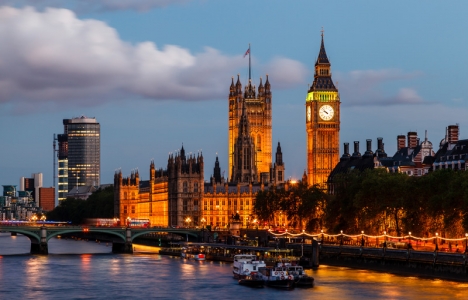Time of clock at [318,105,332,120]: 9:52
